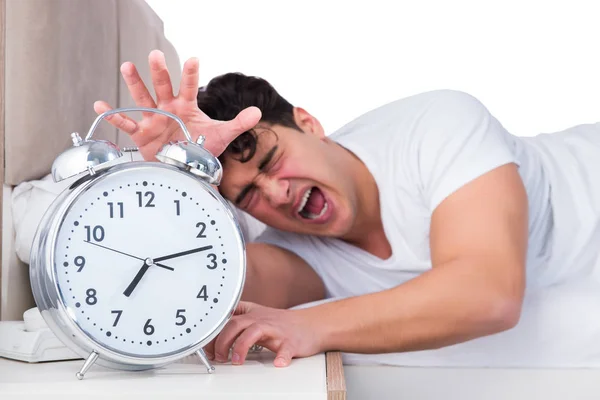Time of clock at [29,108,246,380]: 7:12
